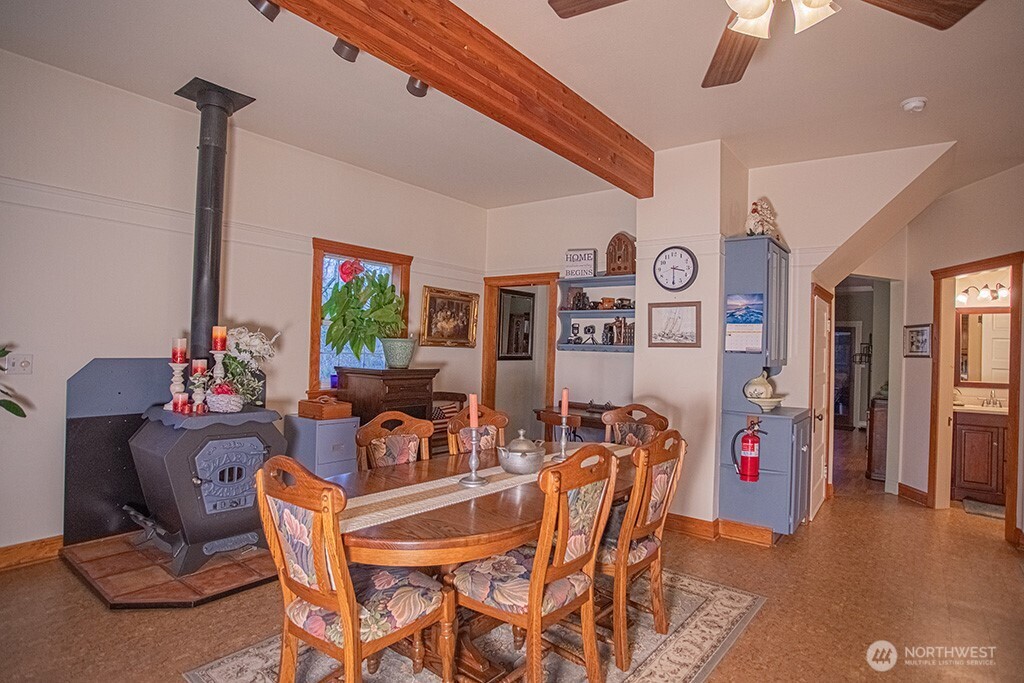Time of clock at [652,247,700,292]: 3:30
